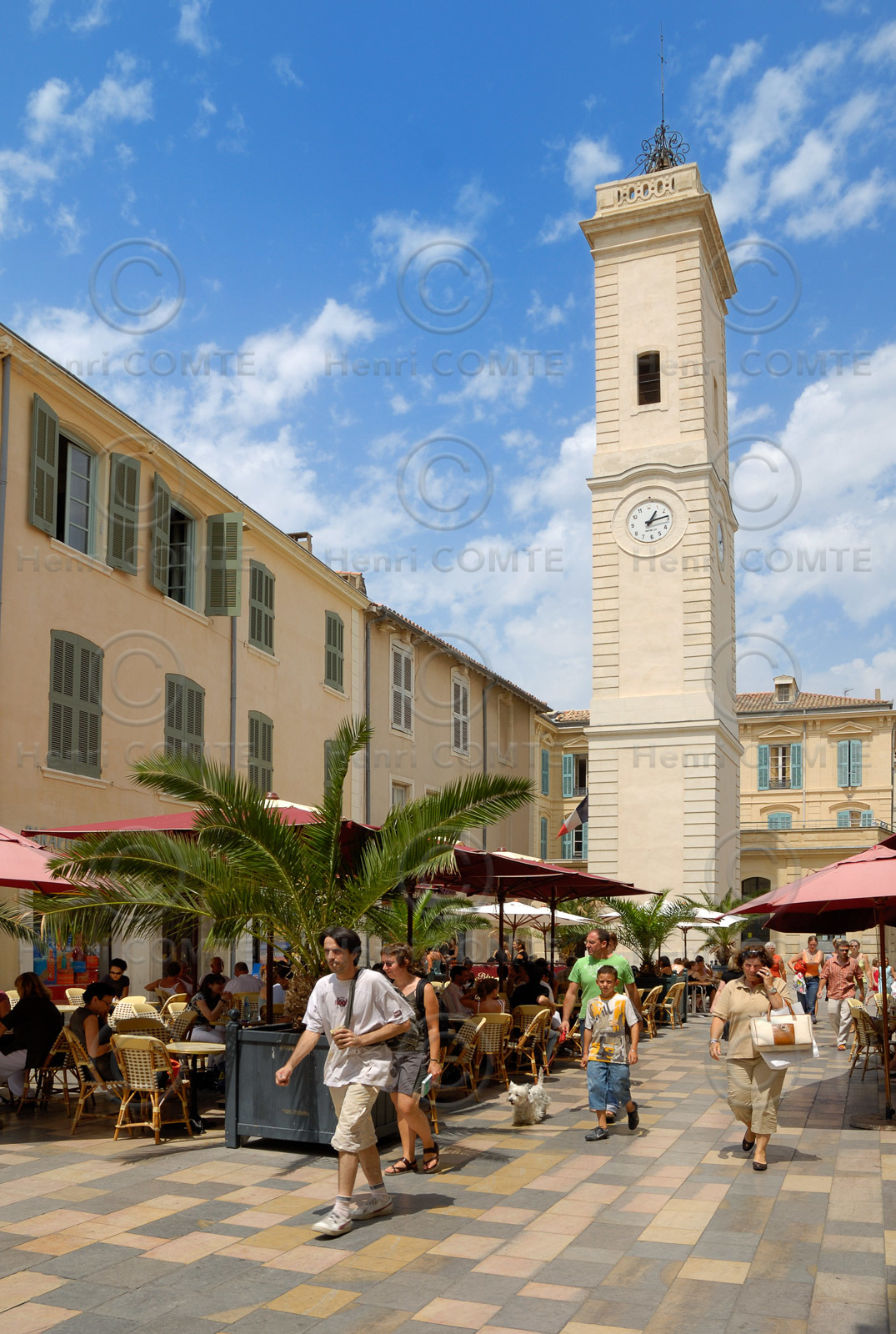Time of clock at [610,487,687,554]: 1:13
